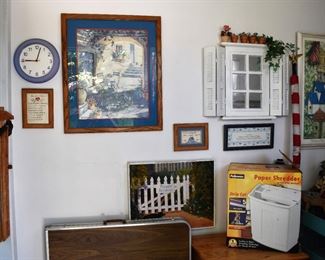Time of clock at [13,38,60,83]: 9:02
